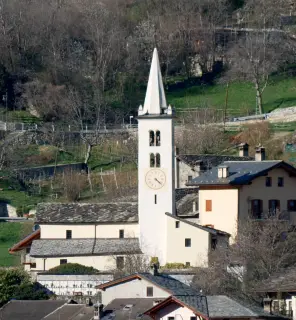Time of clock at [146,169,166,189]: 4:21
